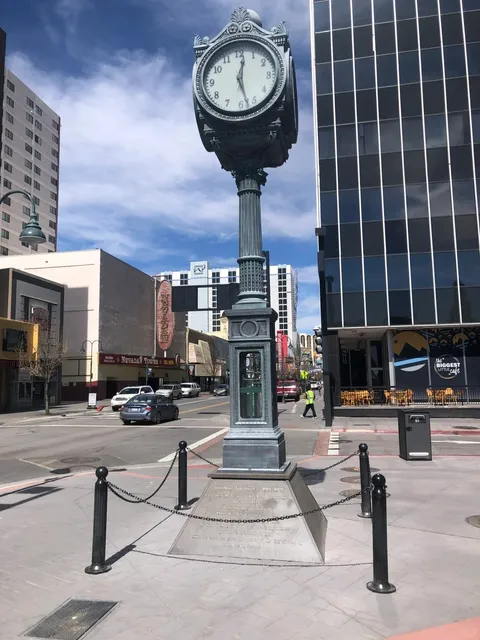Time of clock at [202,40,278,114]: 12:27
